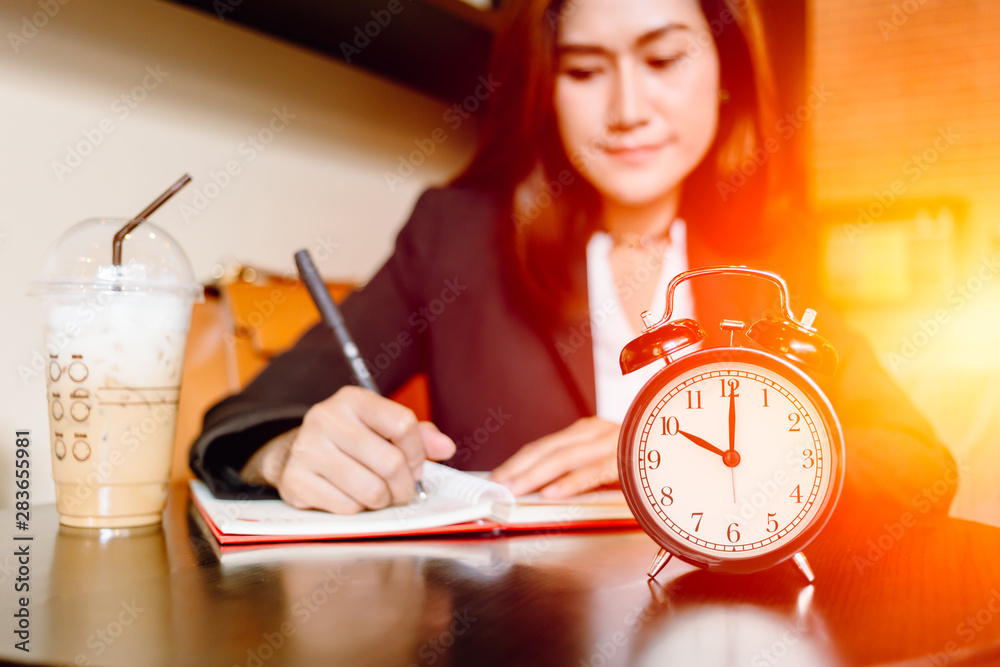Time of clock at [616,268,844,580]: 10:00
